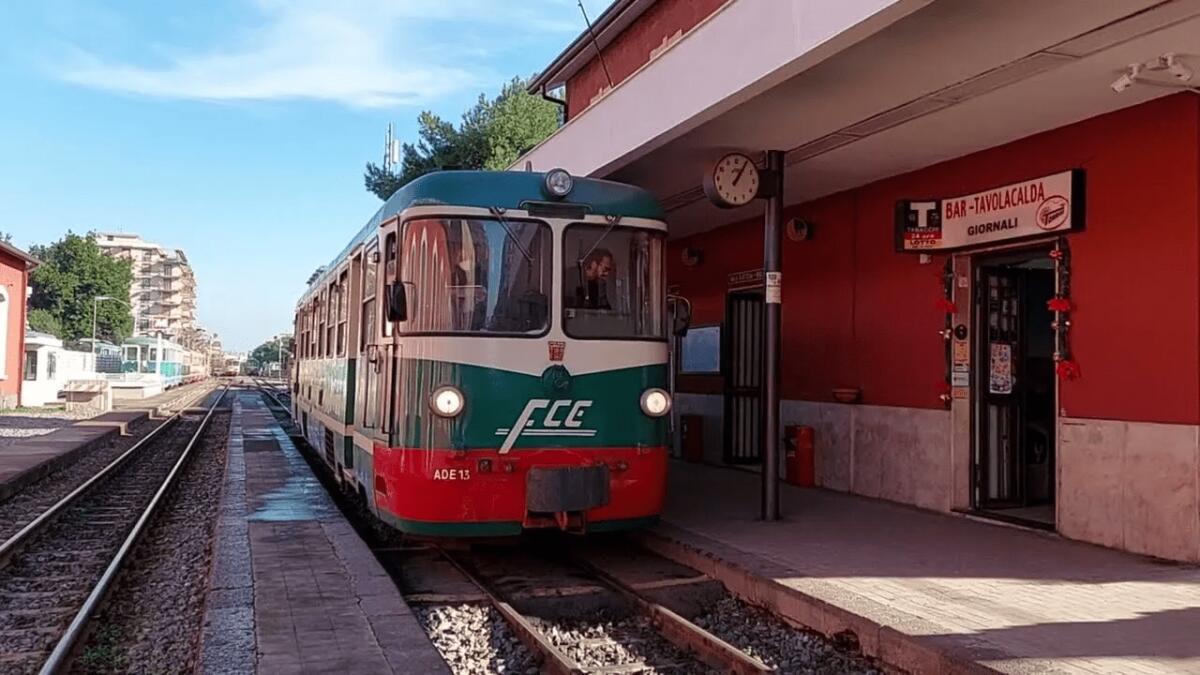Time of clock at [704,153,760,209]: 1:05
